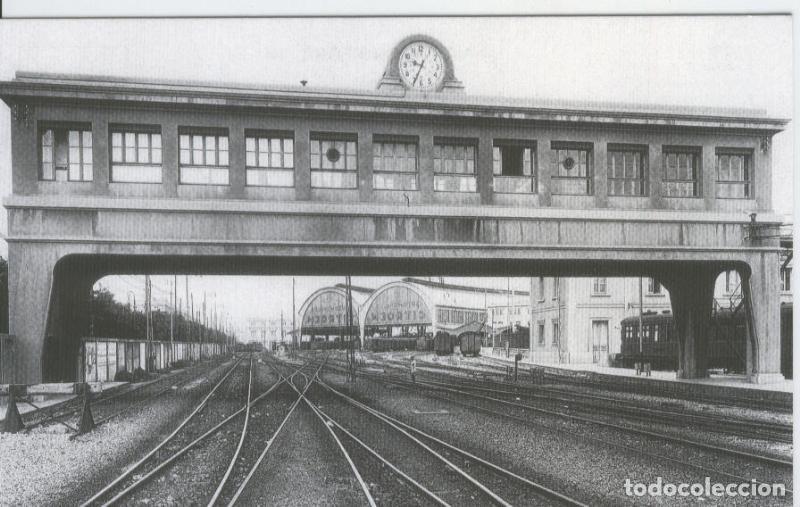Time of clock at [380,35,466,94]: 9:34
